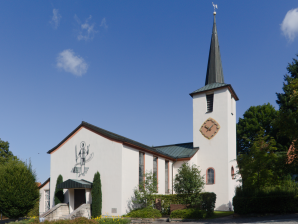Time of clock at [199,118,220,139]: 10:07
